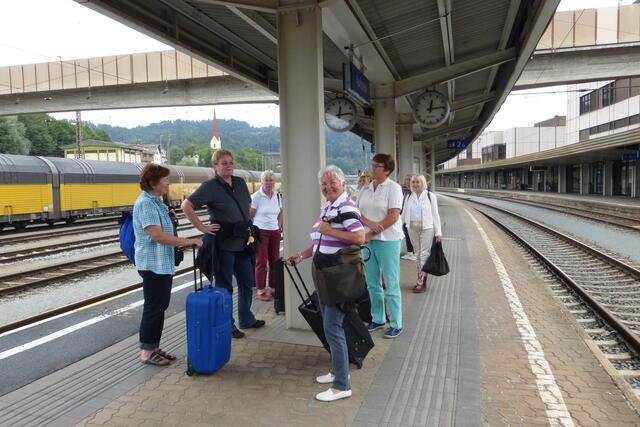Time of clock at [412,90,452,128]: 12:13
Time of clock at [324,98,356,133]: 12:13
